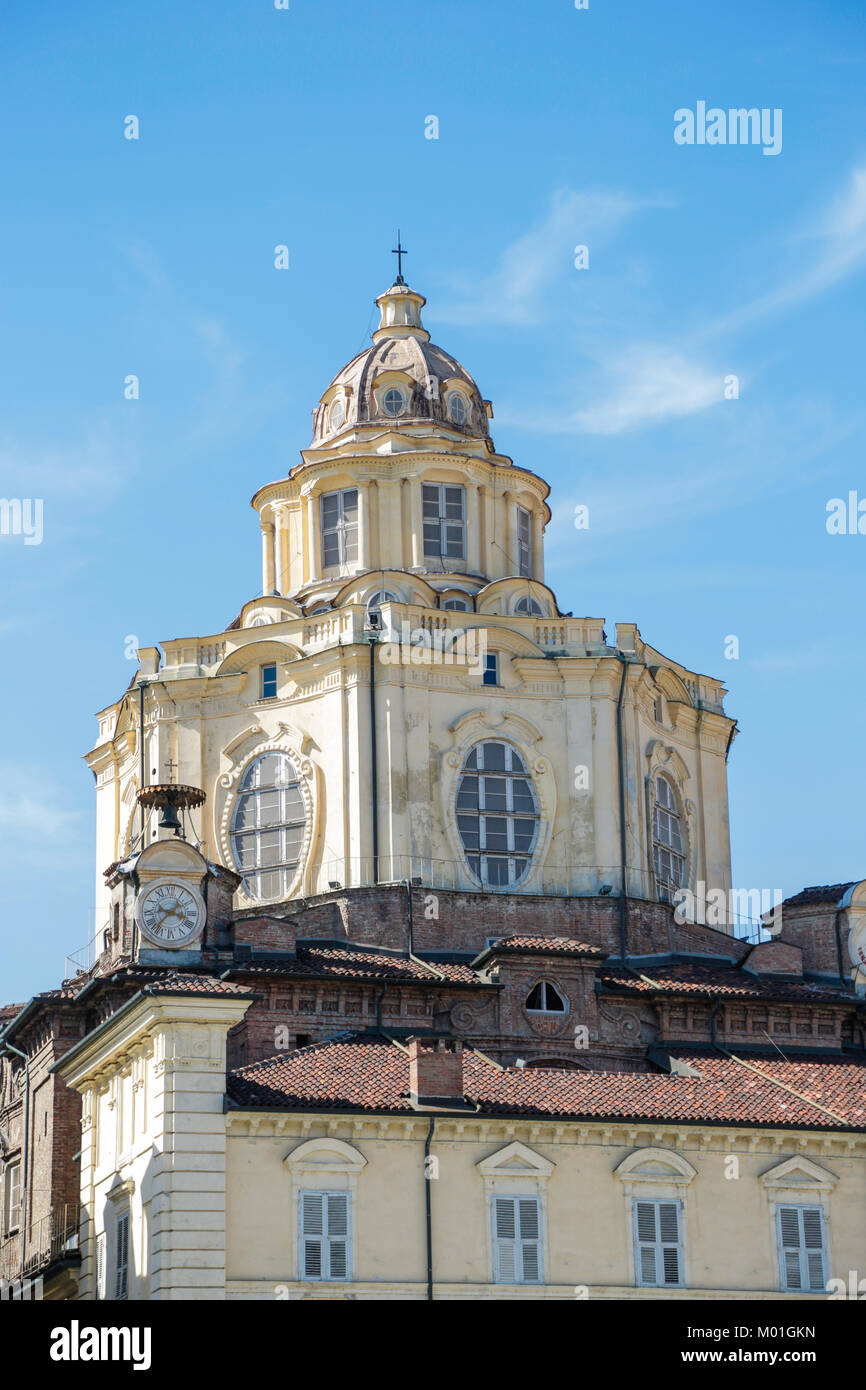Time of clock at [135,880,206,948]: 3:37
